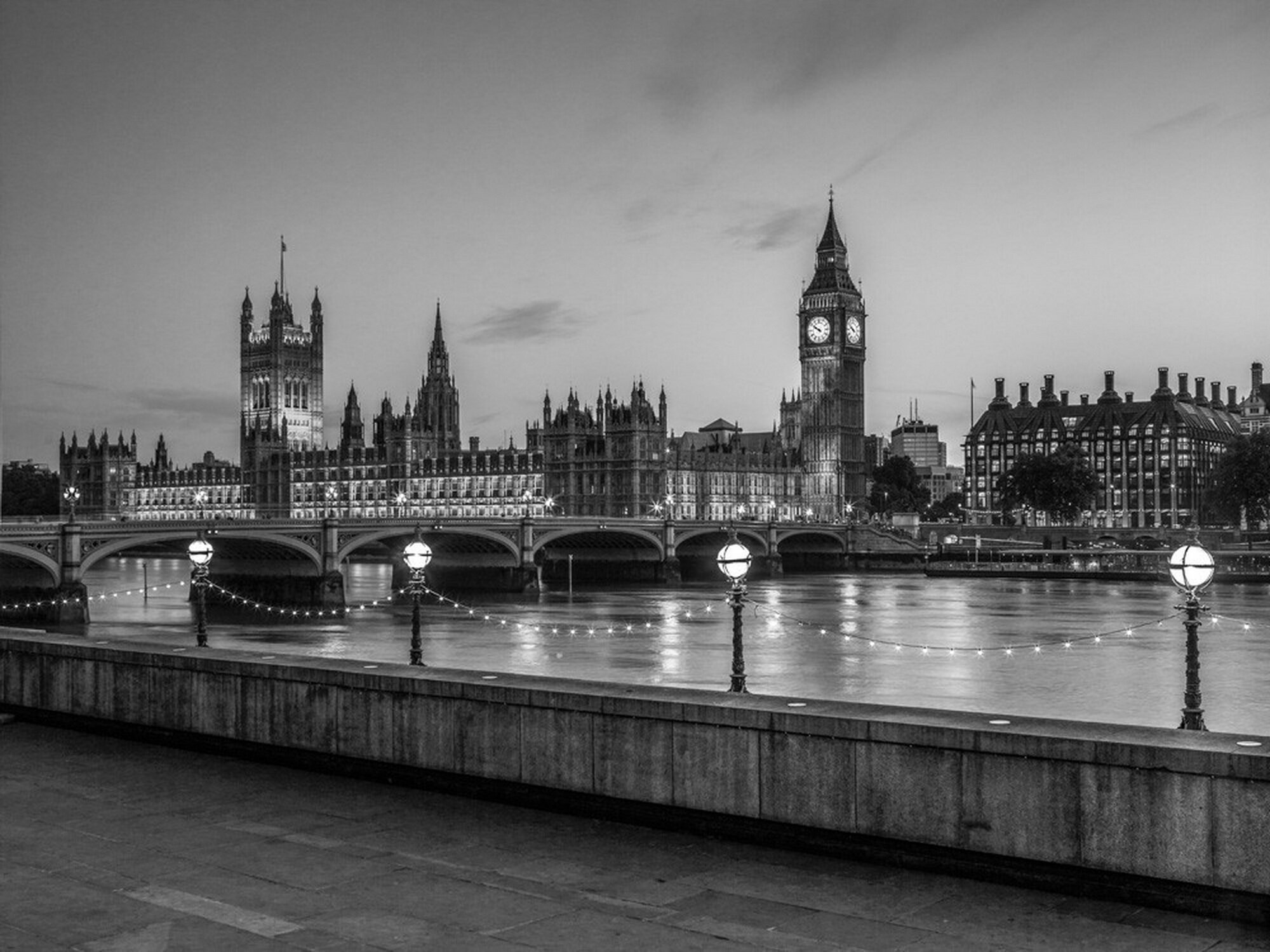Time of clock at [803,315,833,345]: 9:50
